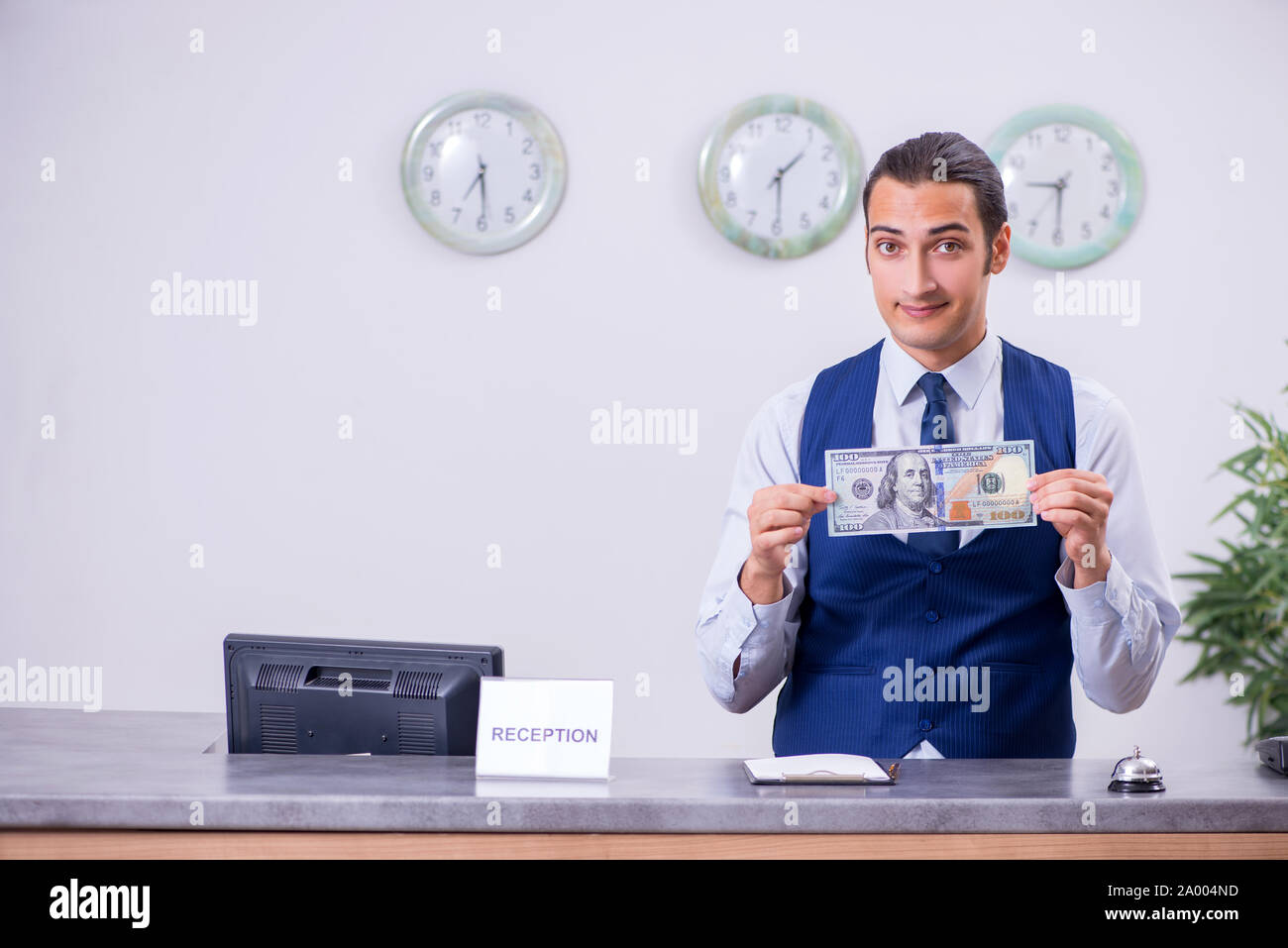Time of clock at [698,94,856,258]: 1:29
